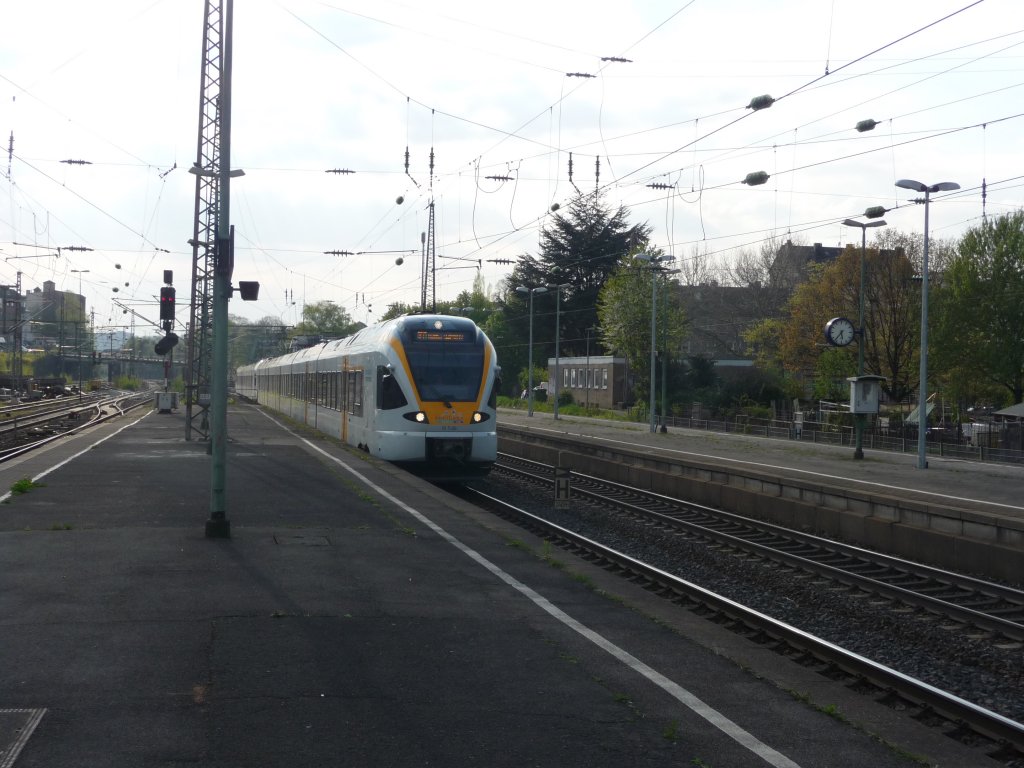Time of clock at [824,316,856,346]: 5:36
